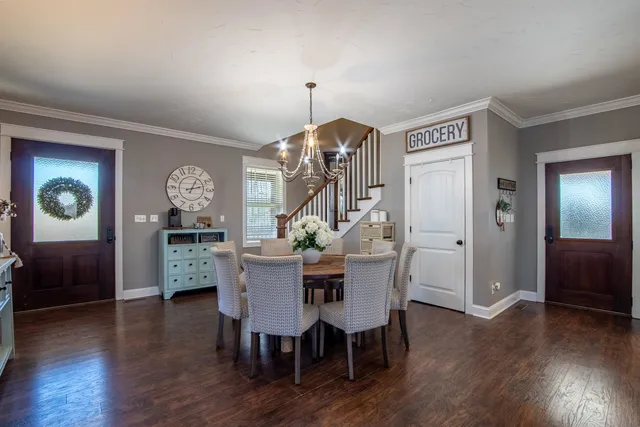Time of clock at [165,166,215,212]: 1:12
